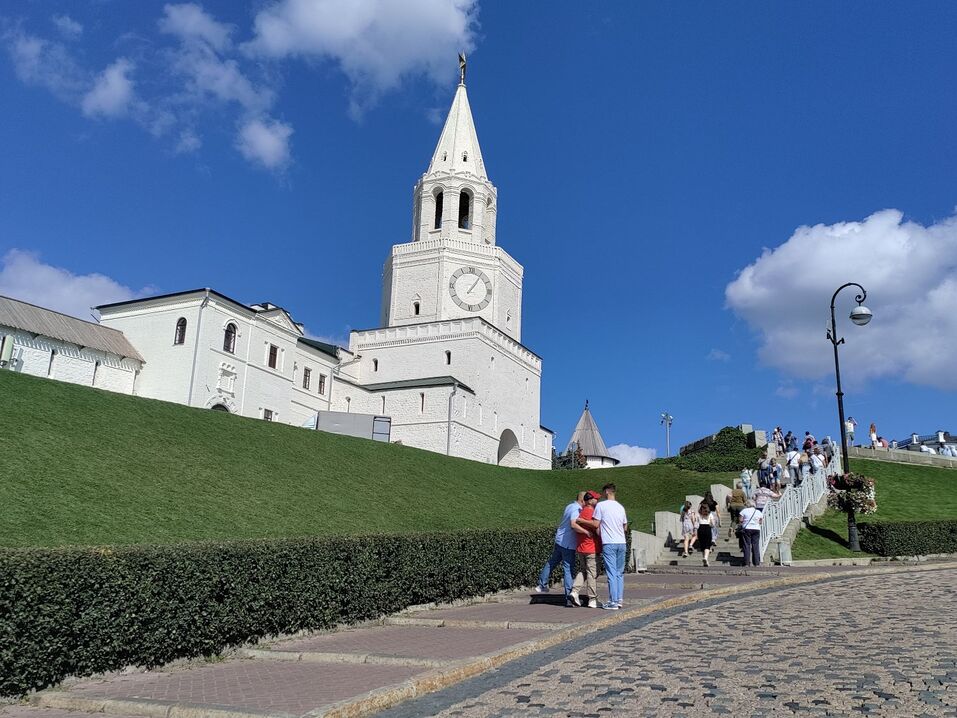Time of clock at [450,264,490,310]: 1:05
